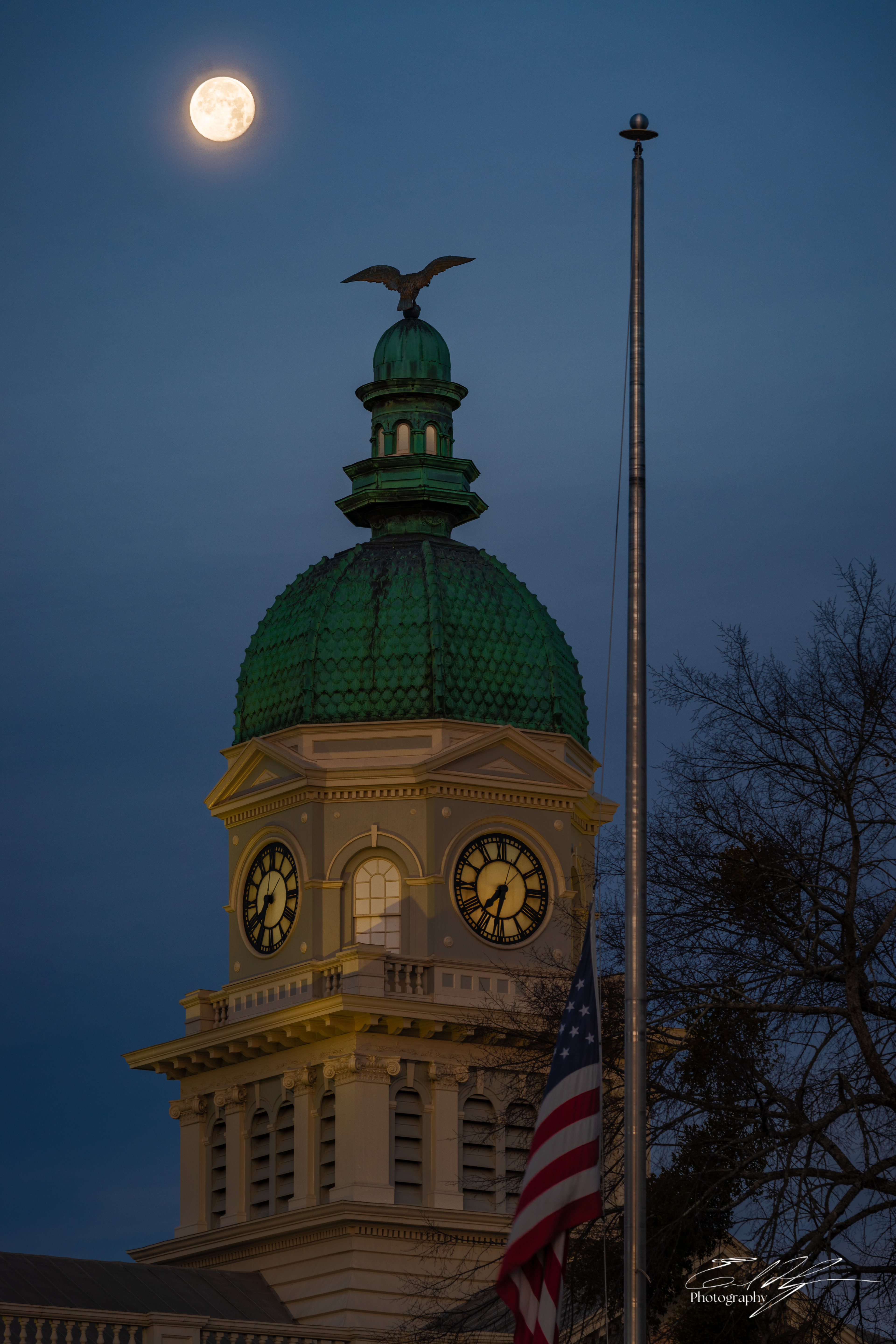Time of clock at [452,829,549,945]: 7:32
